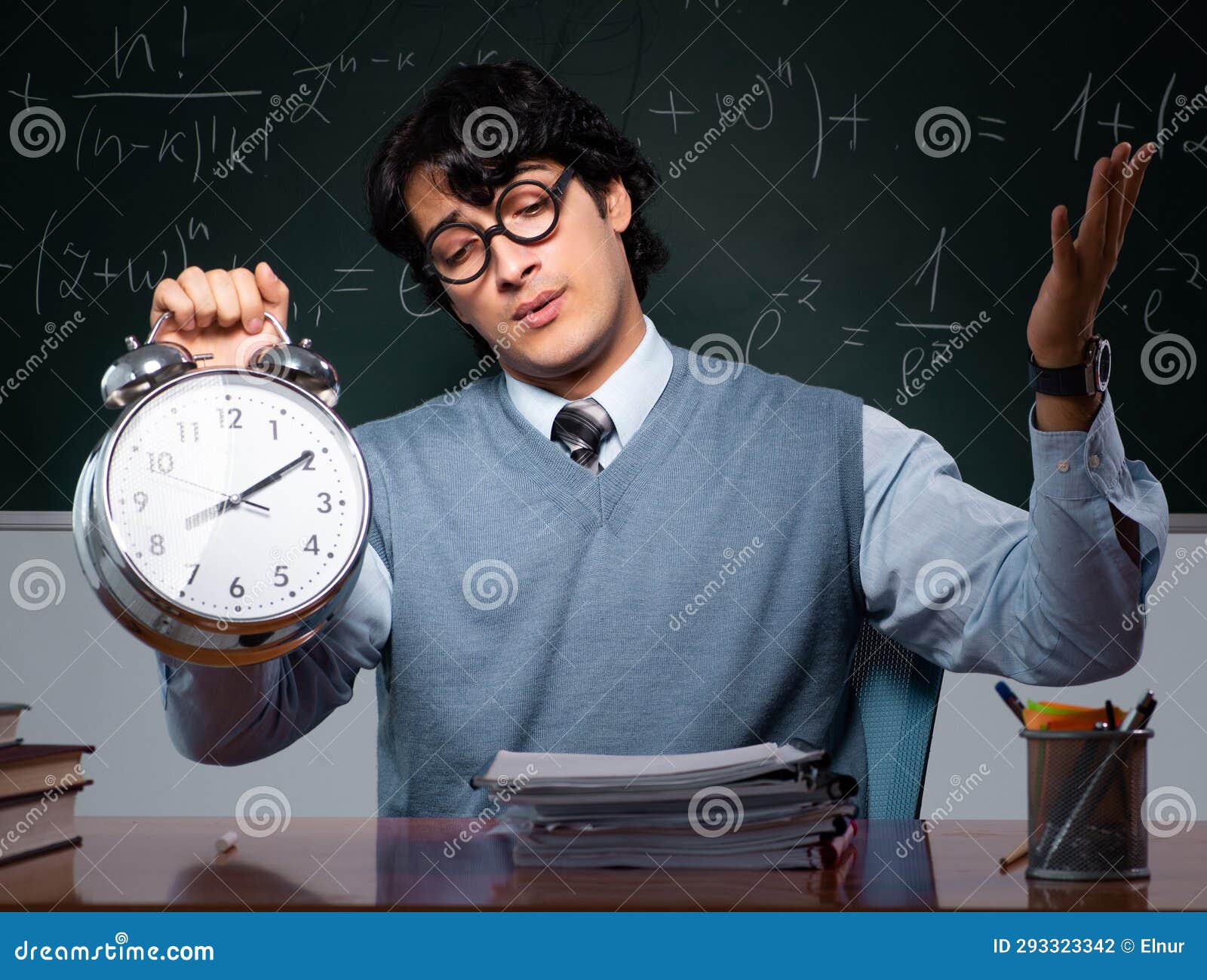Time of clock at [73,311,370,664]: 2:09
